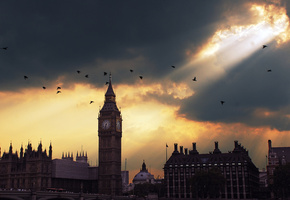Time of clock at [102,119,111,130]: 6:32
